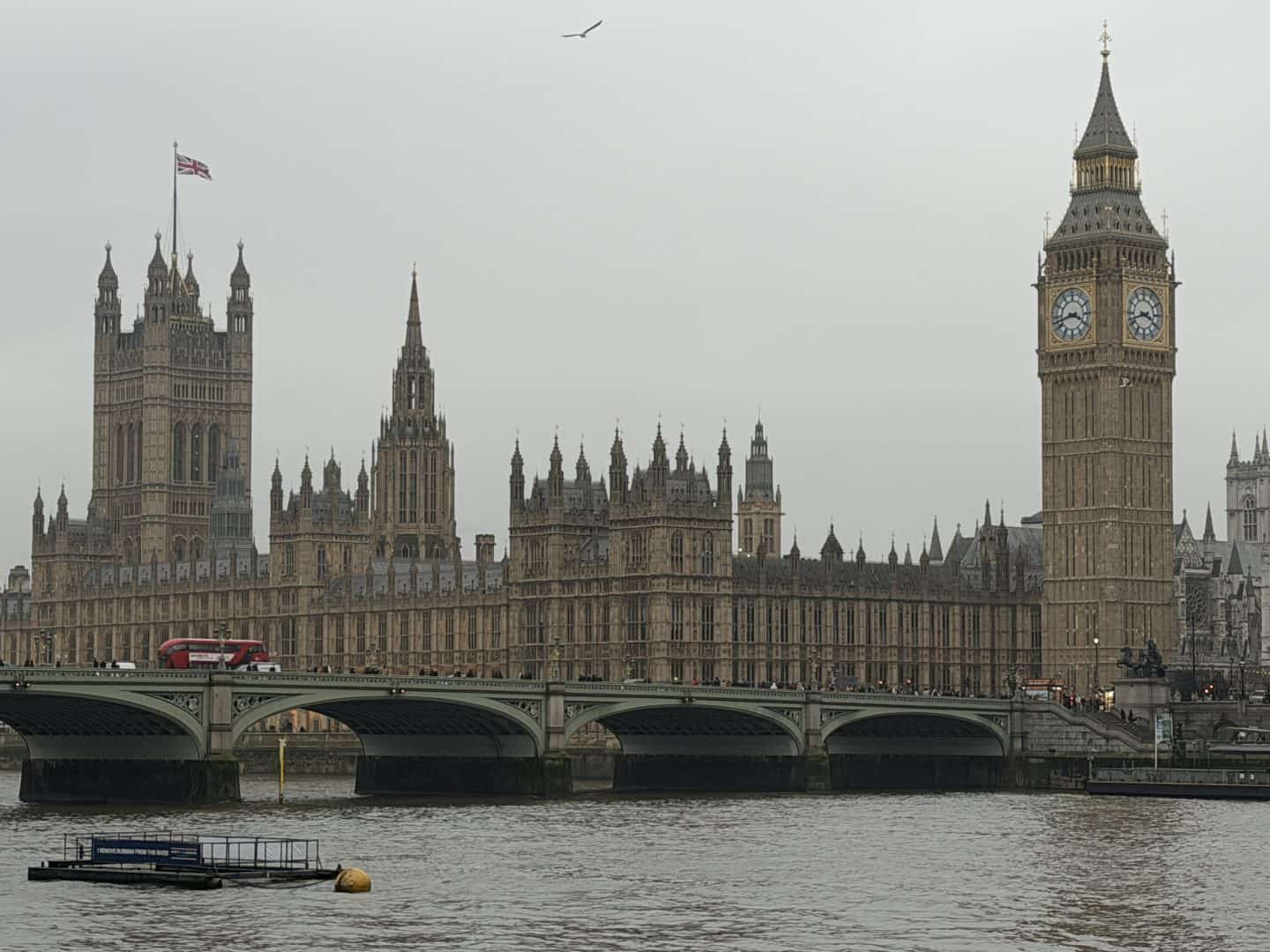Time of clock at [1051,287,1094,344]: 3:42
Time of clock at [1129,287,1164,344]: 3:42
